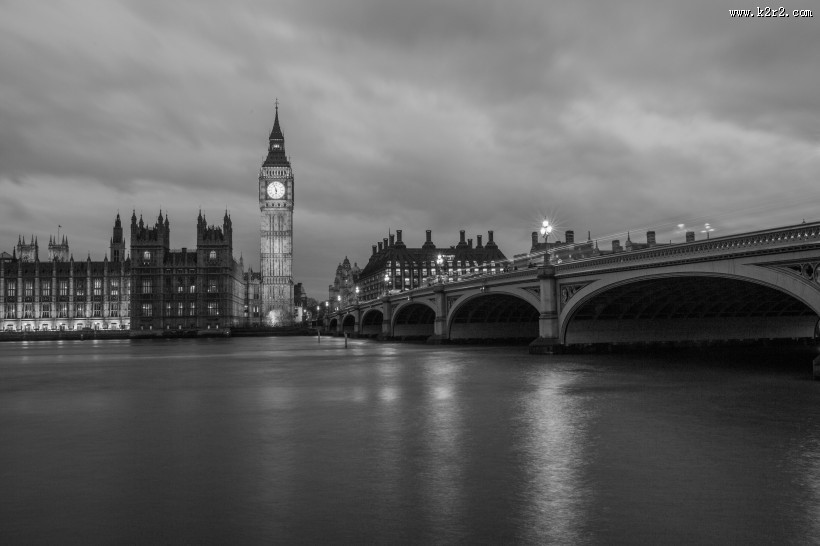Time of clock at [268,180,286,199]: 5:57
